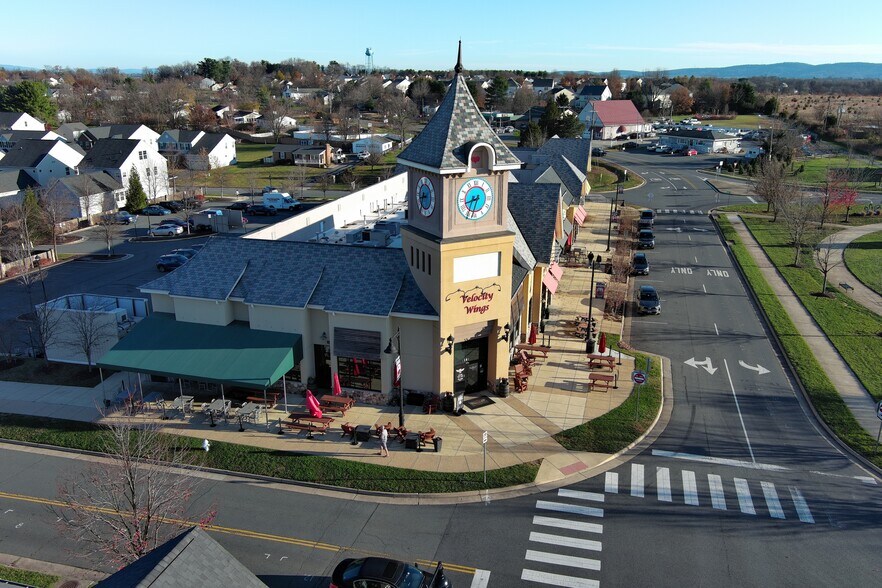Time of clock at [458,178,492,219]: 8:34
